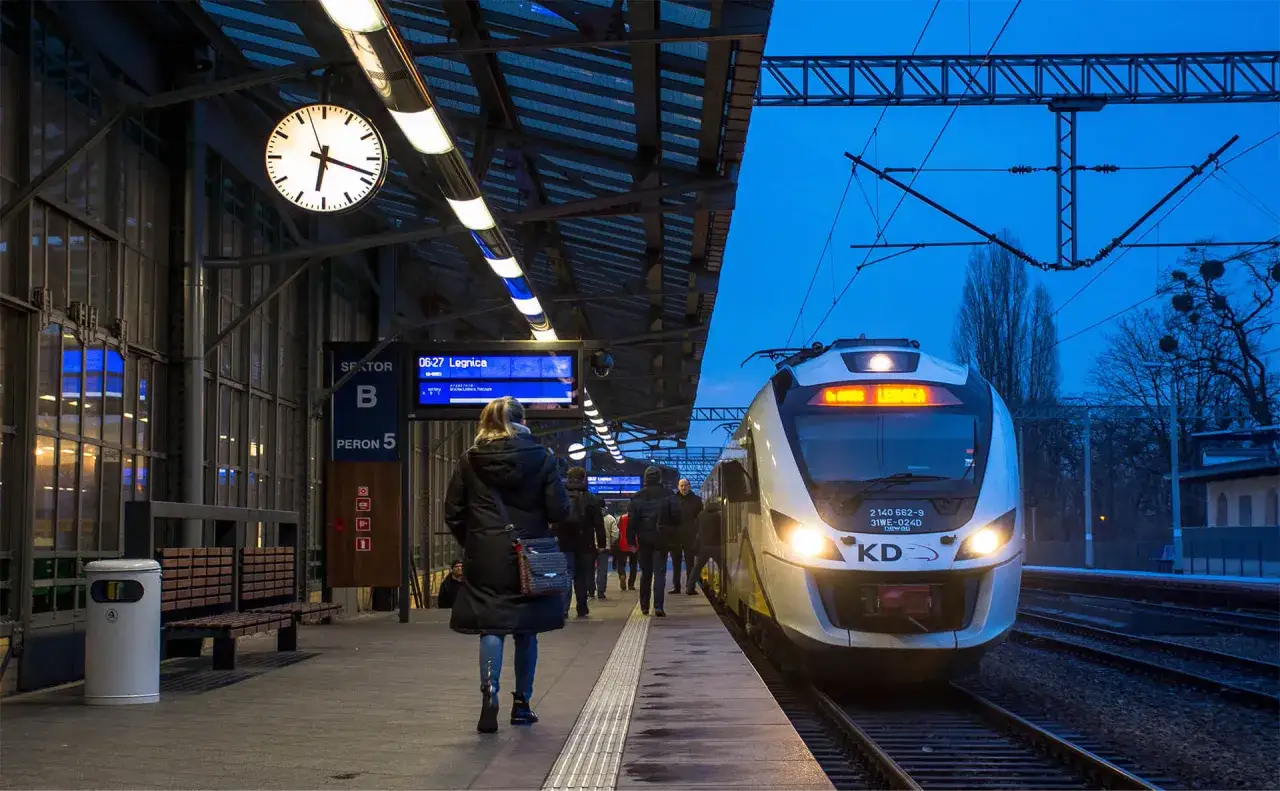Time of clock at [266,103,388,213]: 6:18
